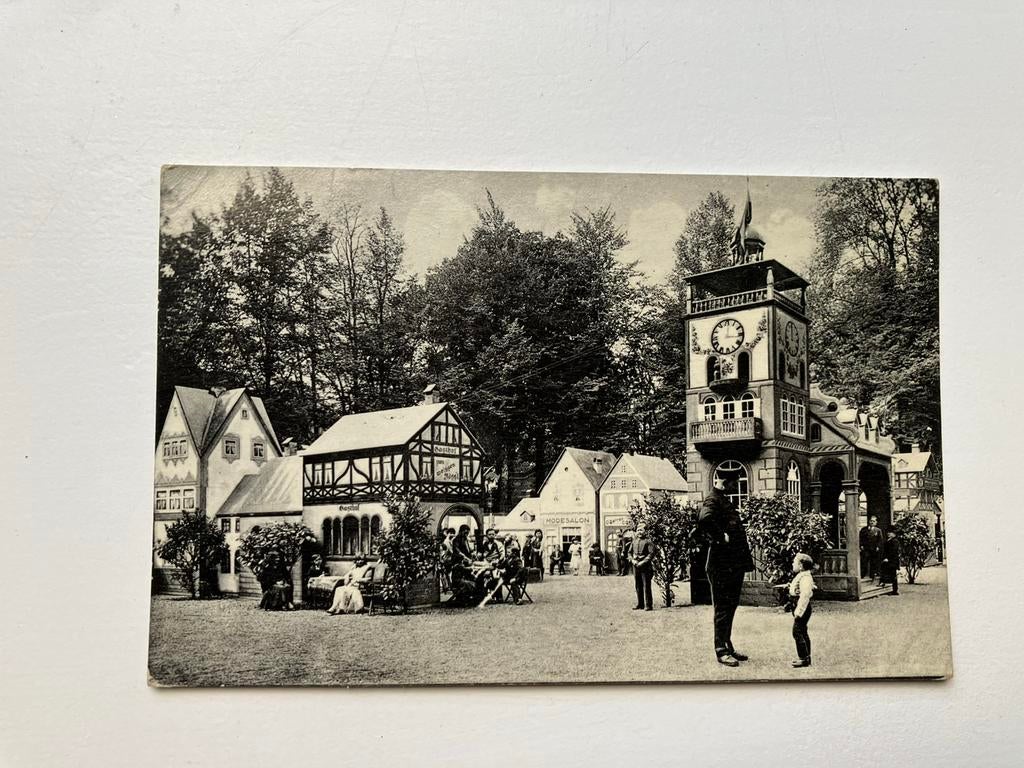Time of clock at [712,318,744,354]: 12:16
